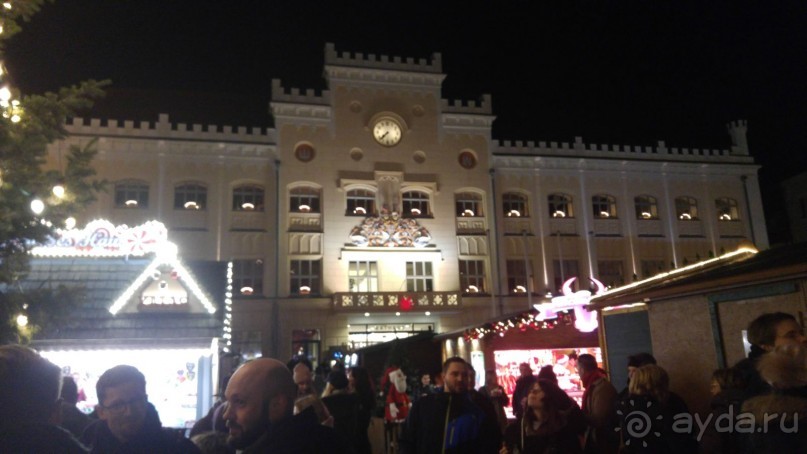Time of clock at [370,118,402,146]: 7:37
